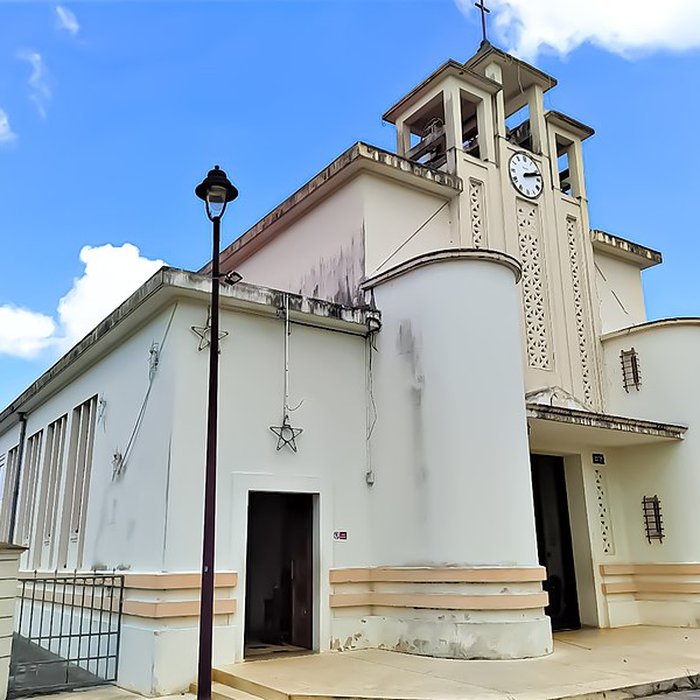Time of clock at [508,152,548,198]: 2:12
